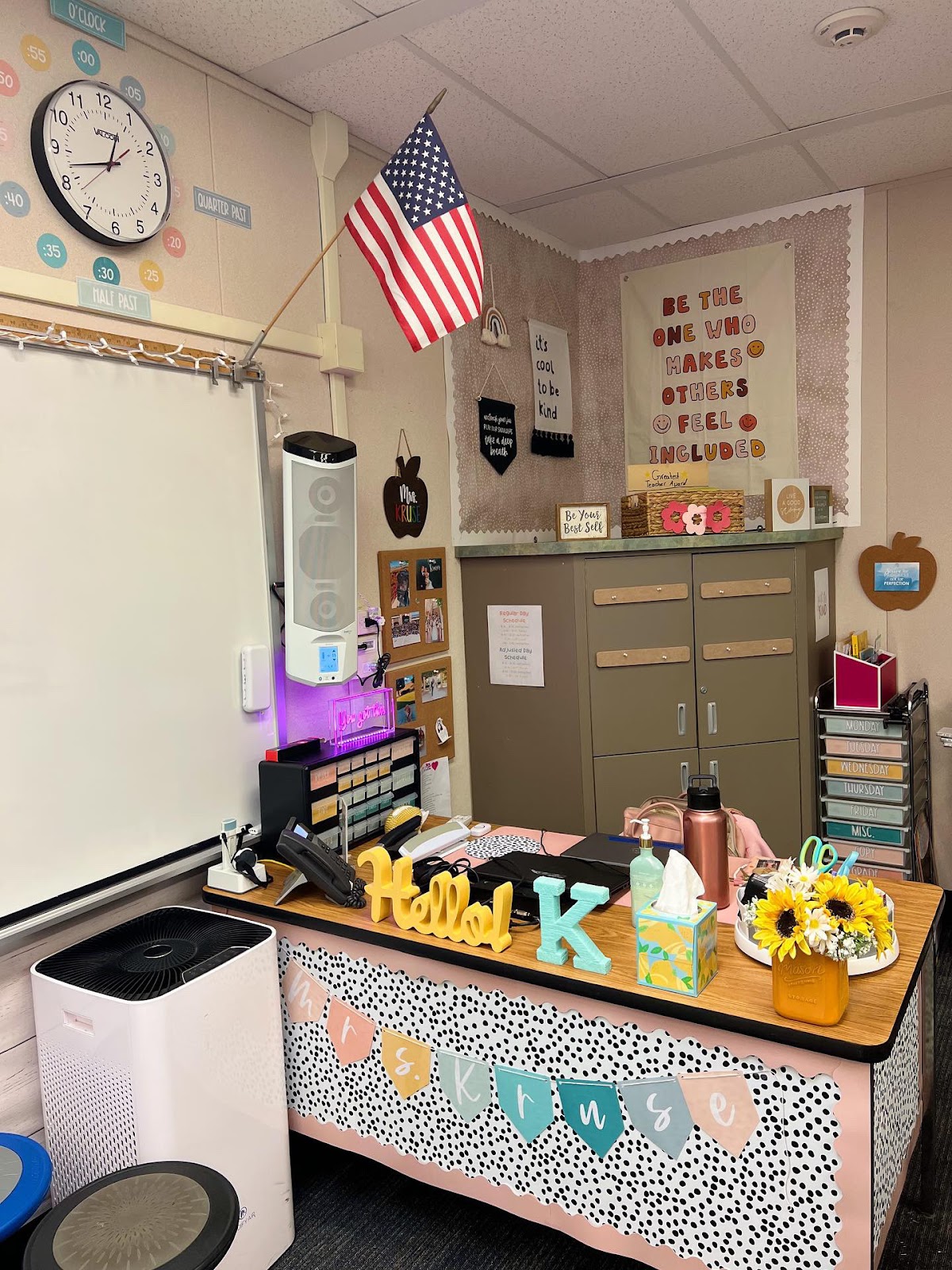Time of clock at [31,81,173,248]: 12:42
